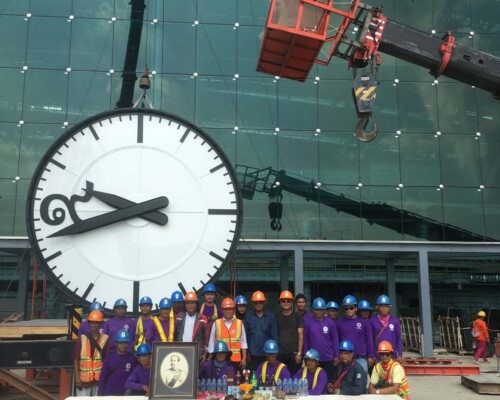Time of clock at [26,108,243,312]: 9:42
